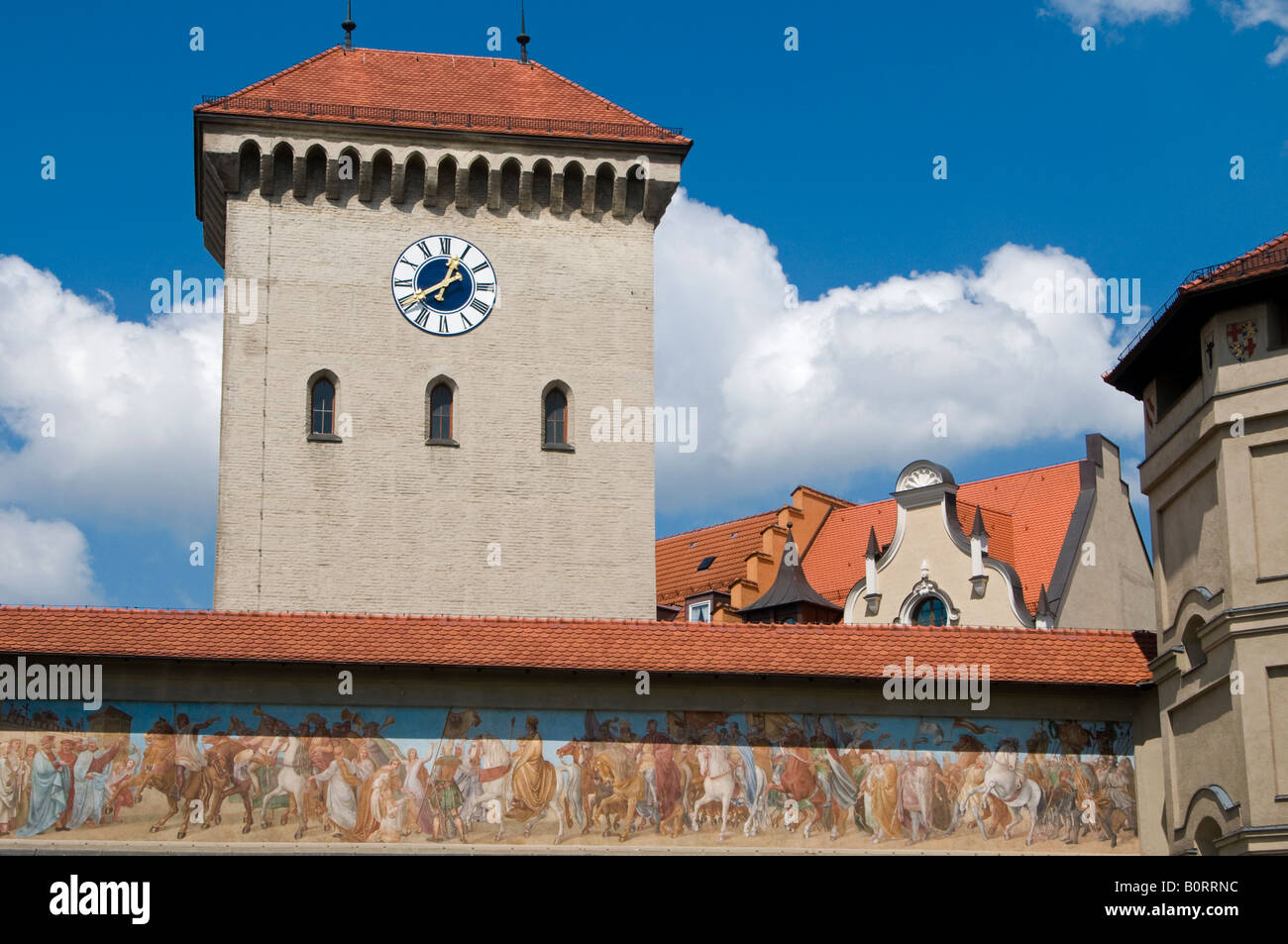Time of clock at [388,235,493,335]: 12:40
